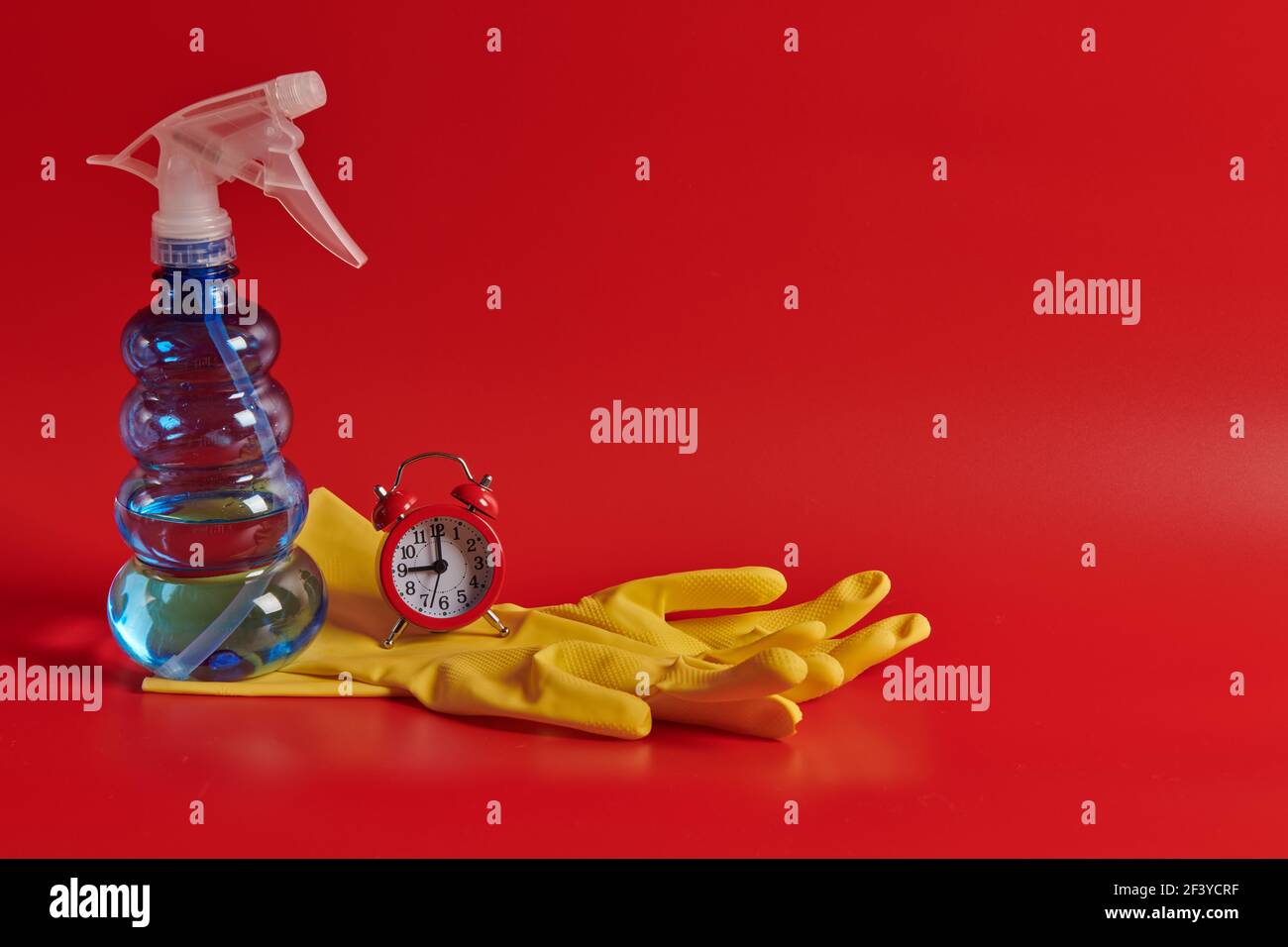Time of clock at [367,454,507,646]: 9:00
